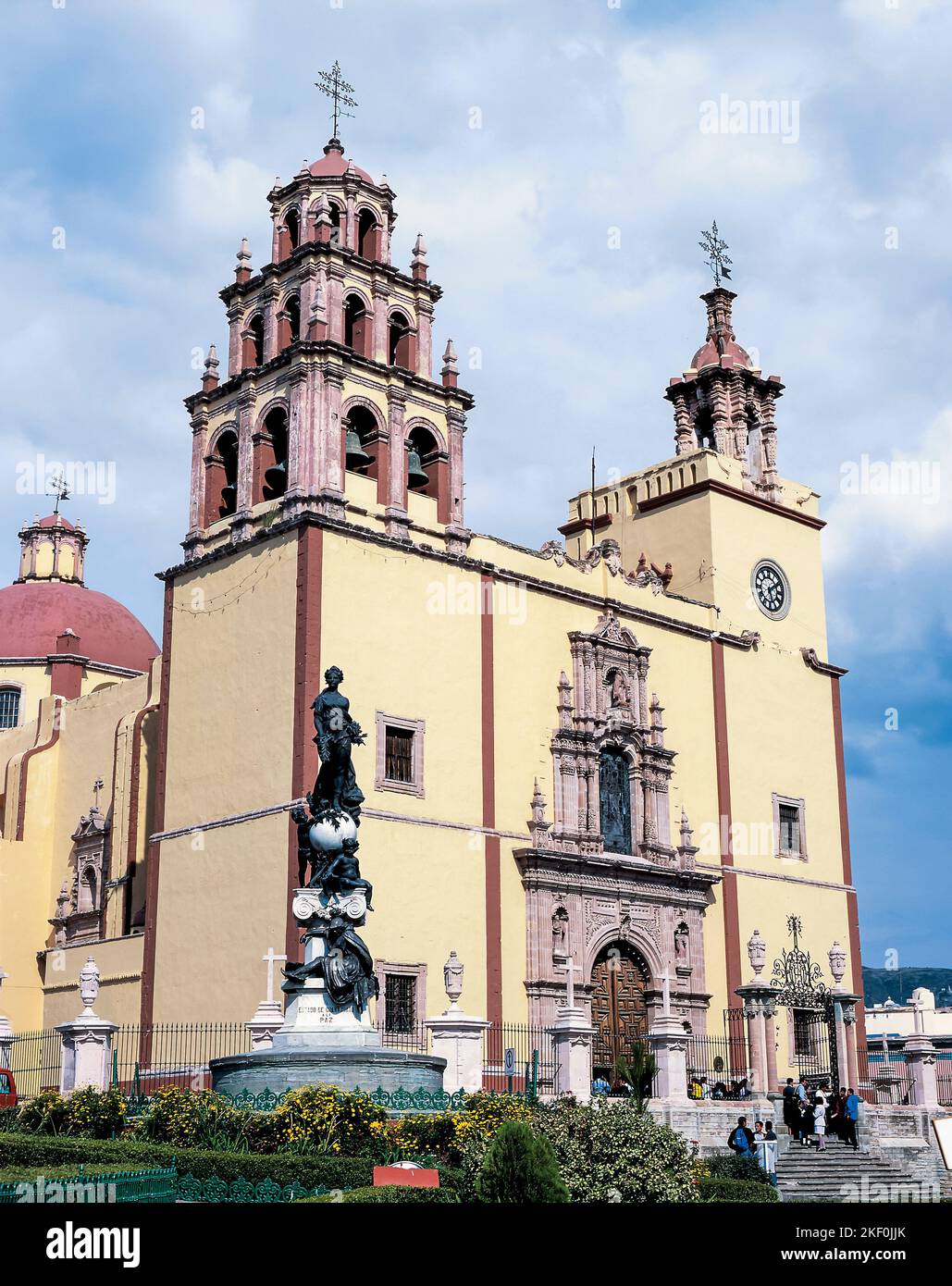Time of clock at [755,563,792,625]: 5:09
